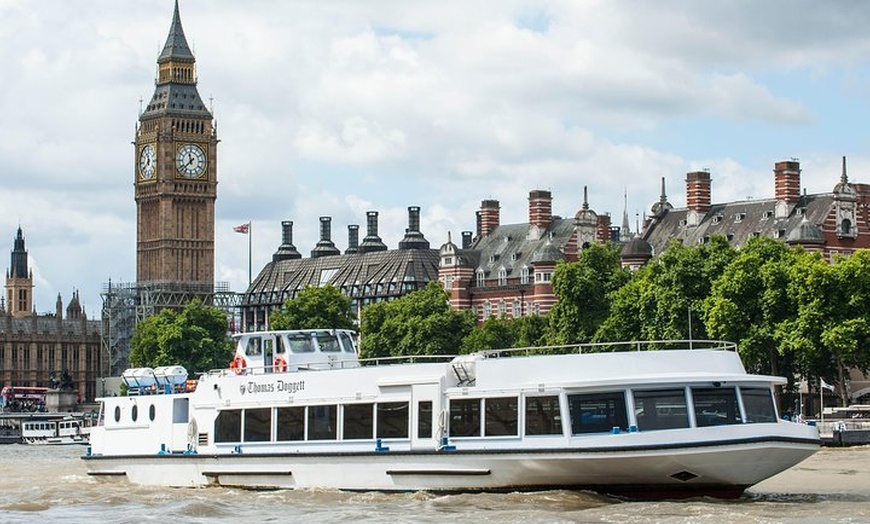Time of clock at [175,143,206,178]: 11:37
